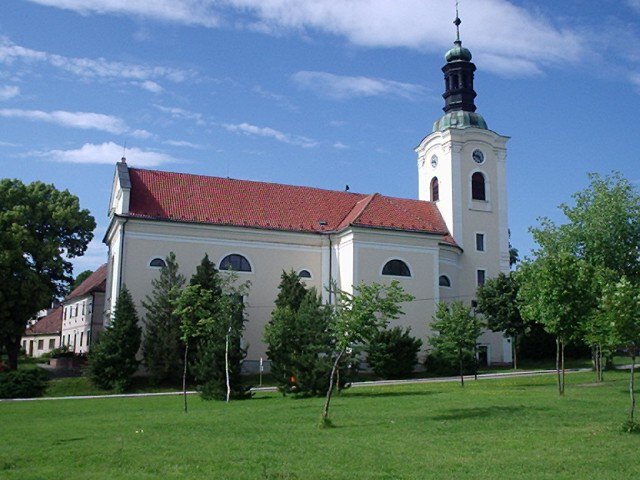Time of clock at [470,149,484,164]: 4:46
